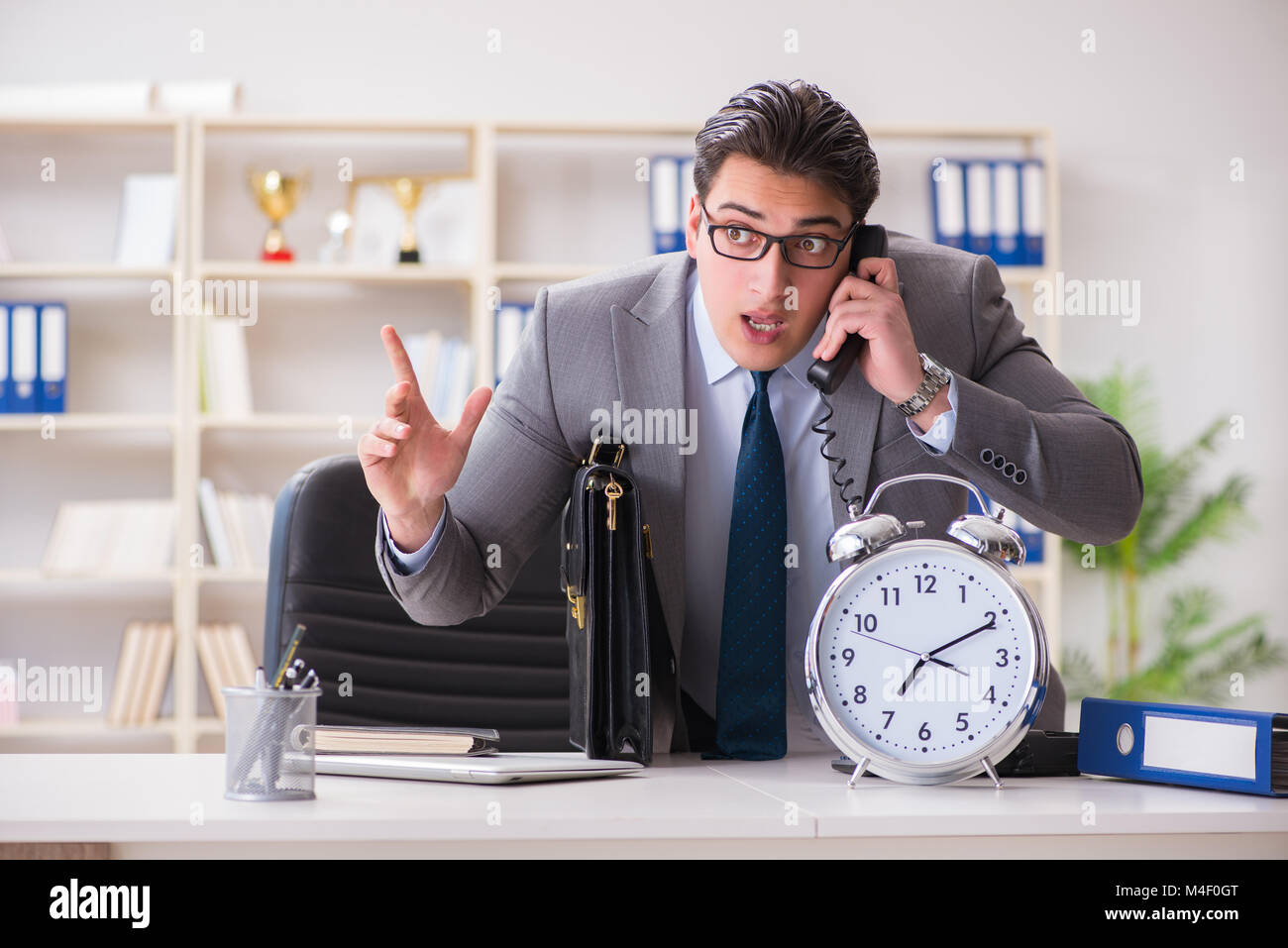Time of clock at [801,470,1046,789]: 7:10
